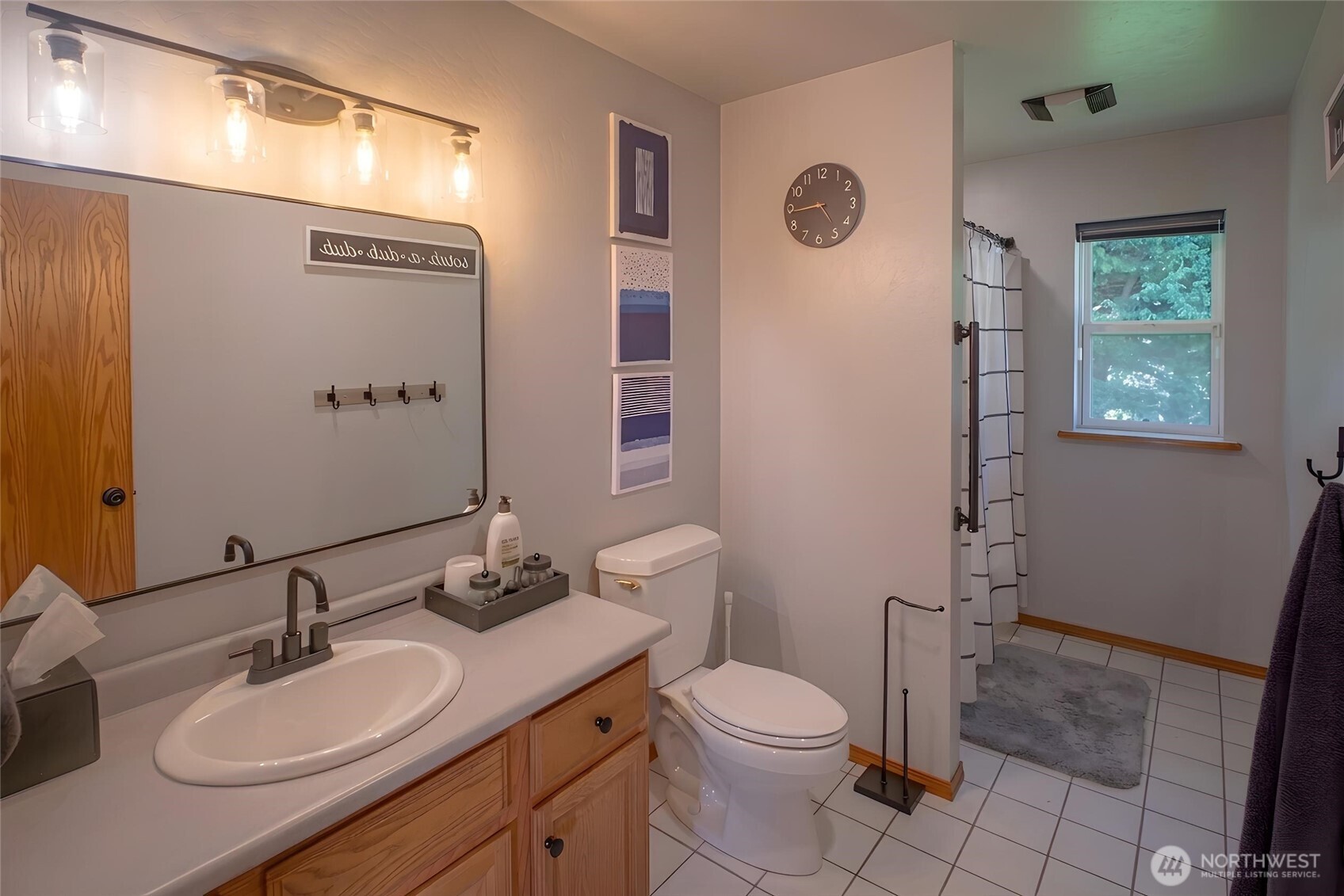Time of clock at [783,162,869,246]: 4:44
